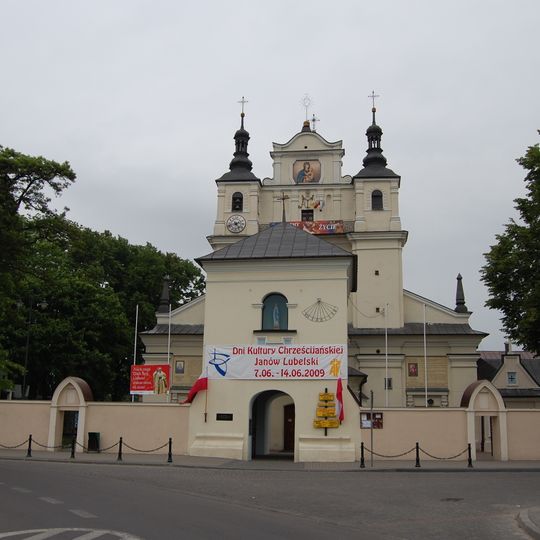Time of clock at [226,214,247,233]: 4:42
